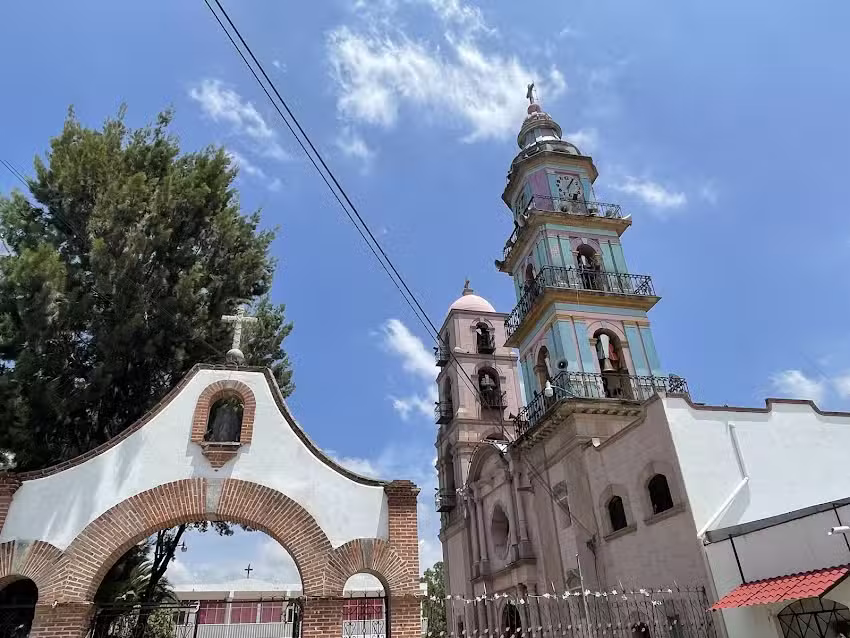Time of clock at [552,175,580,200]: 6:05
